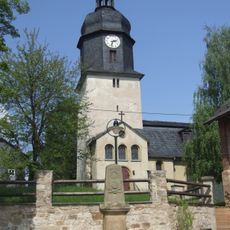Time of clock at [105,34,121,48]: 2:32
